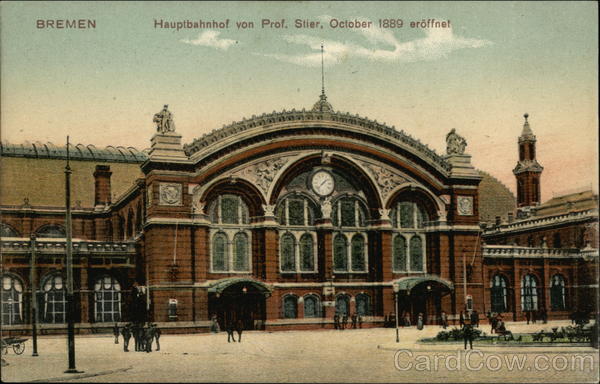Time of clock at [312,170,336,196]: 1:37
